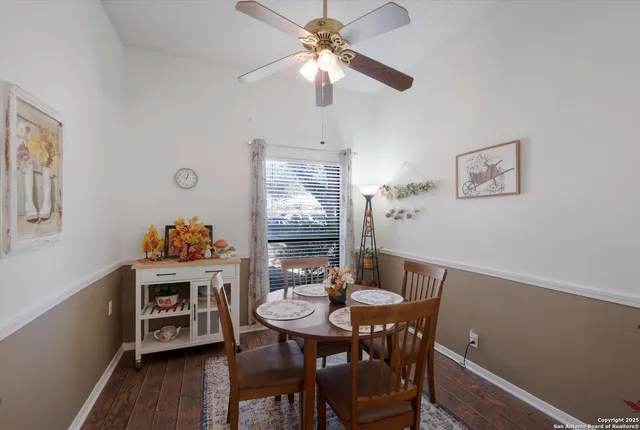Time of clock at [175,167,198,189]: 12:47
